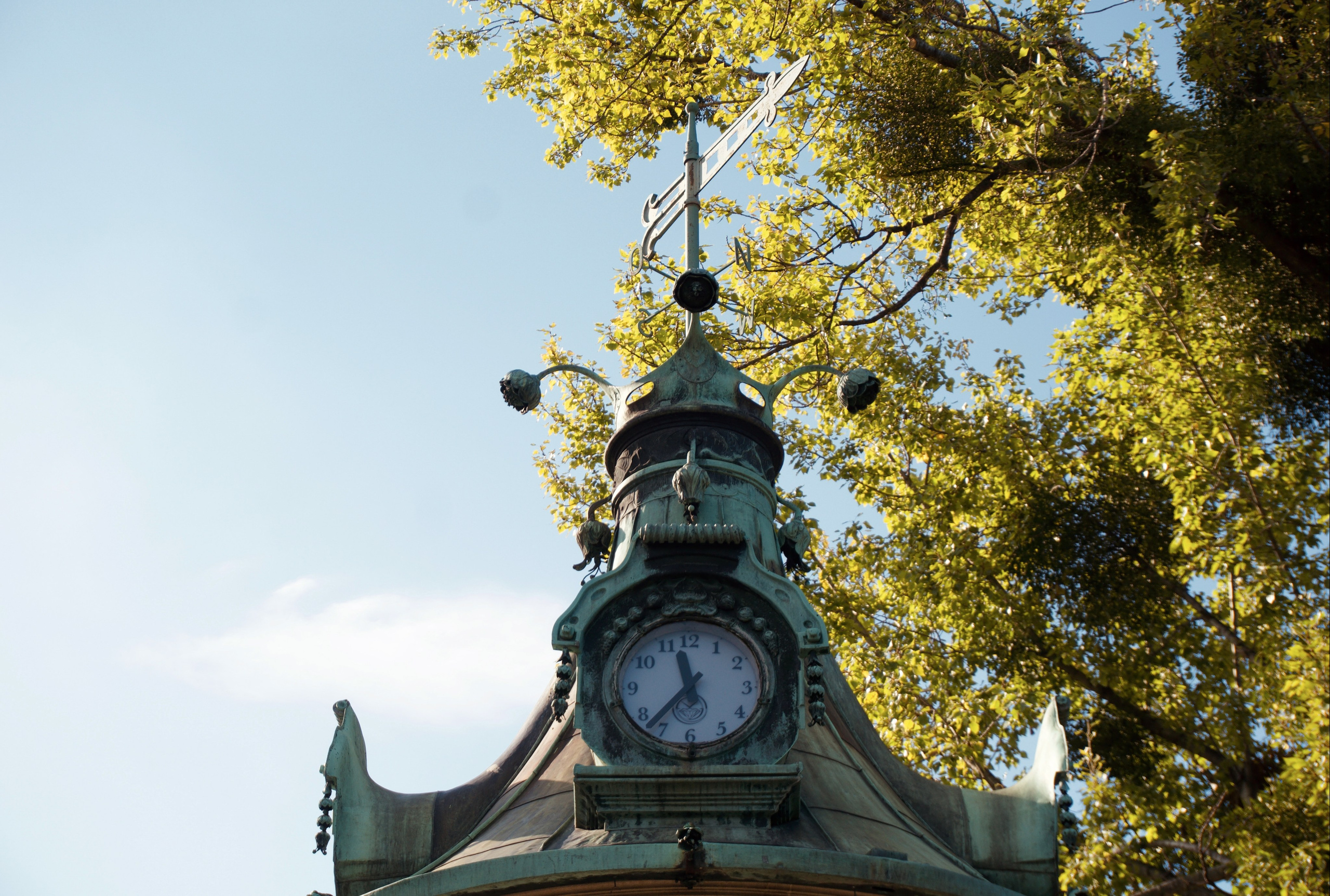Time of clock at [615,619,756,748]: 11:36
